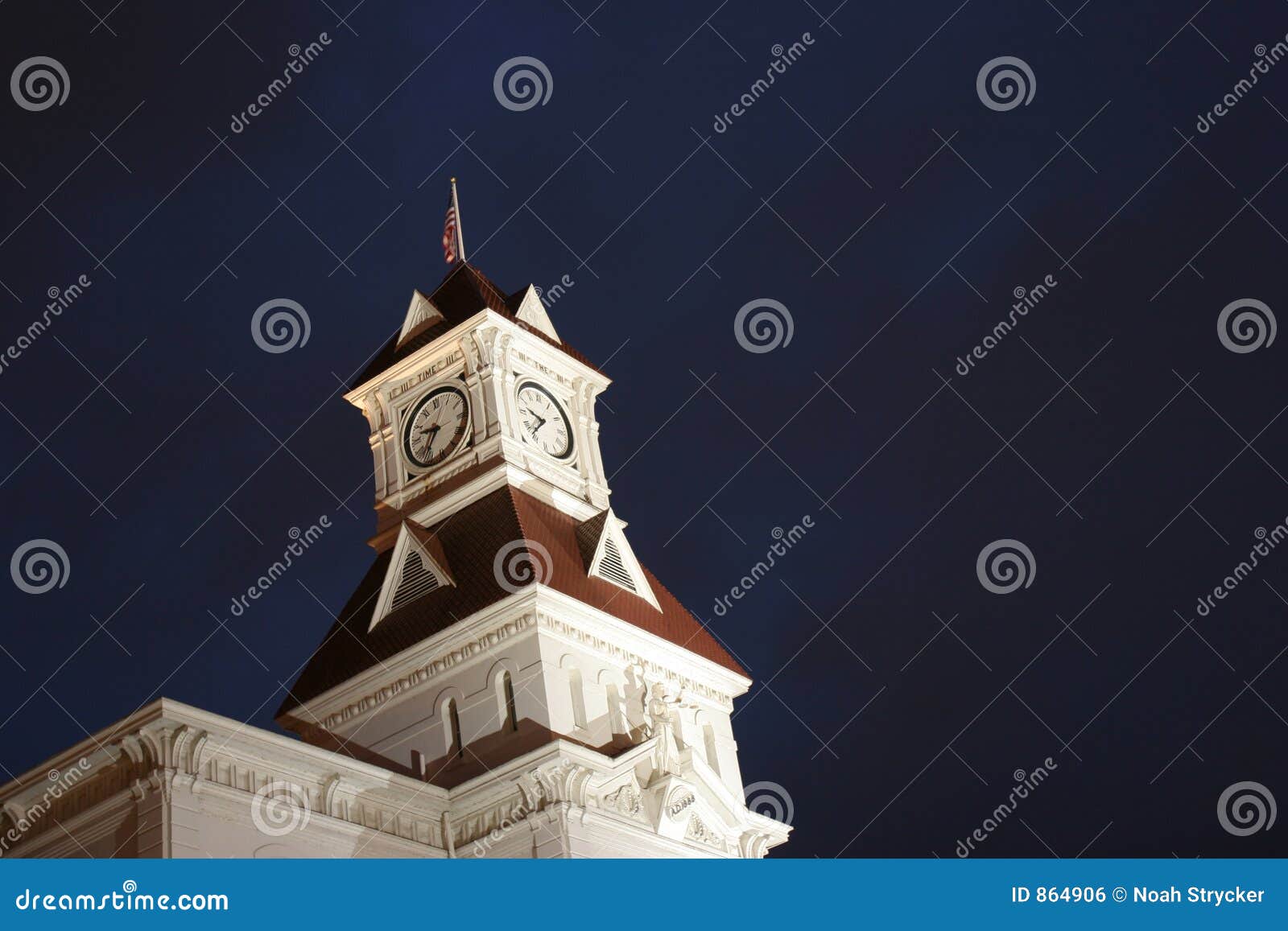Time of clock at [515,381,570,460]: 9:36
